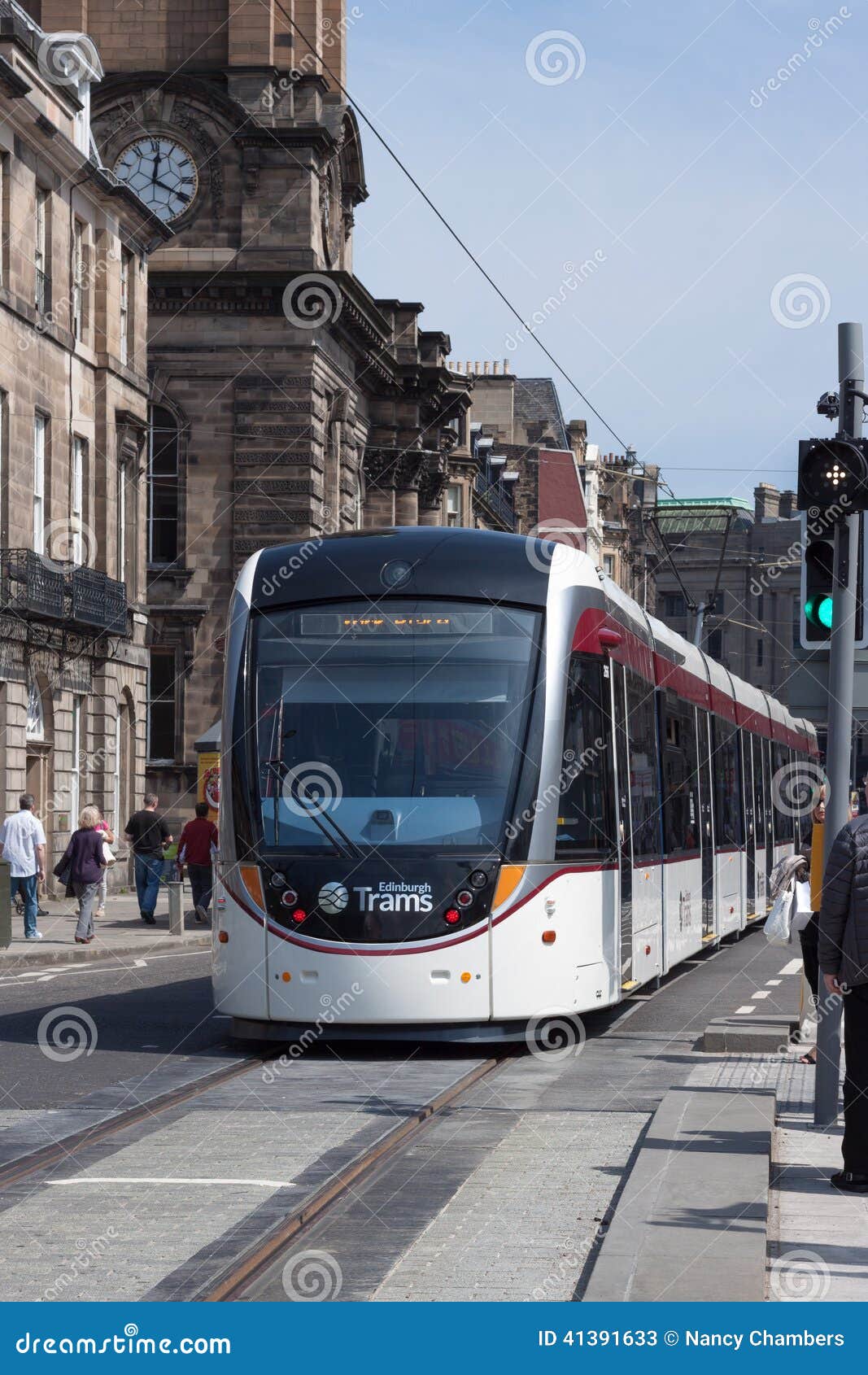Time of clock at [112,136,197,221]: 12:19
